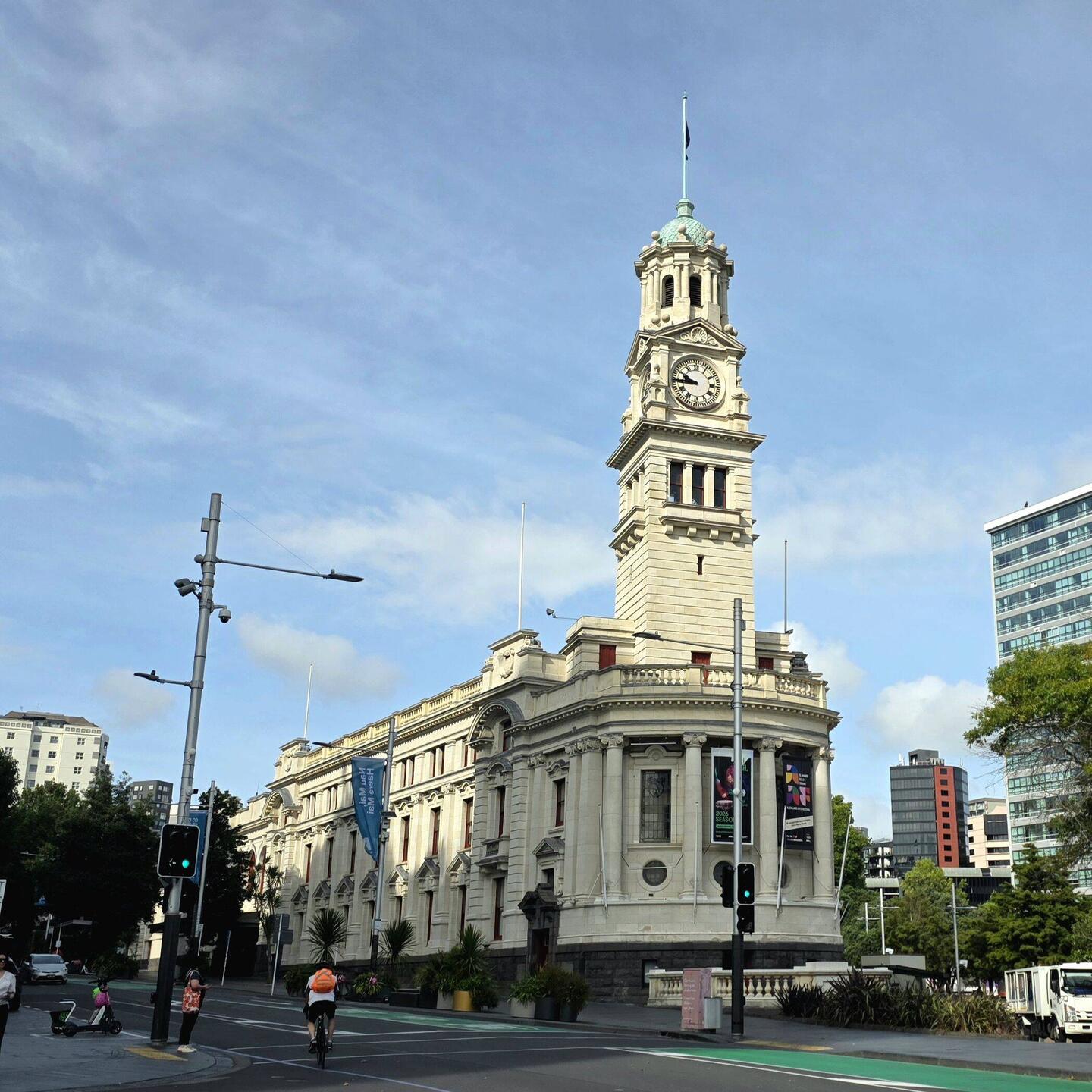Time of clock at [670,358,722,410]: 9:44
